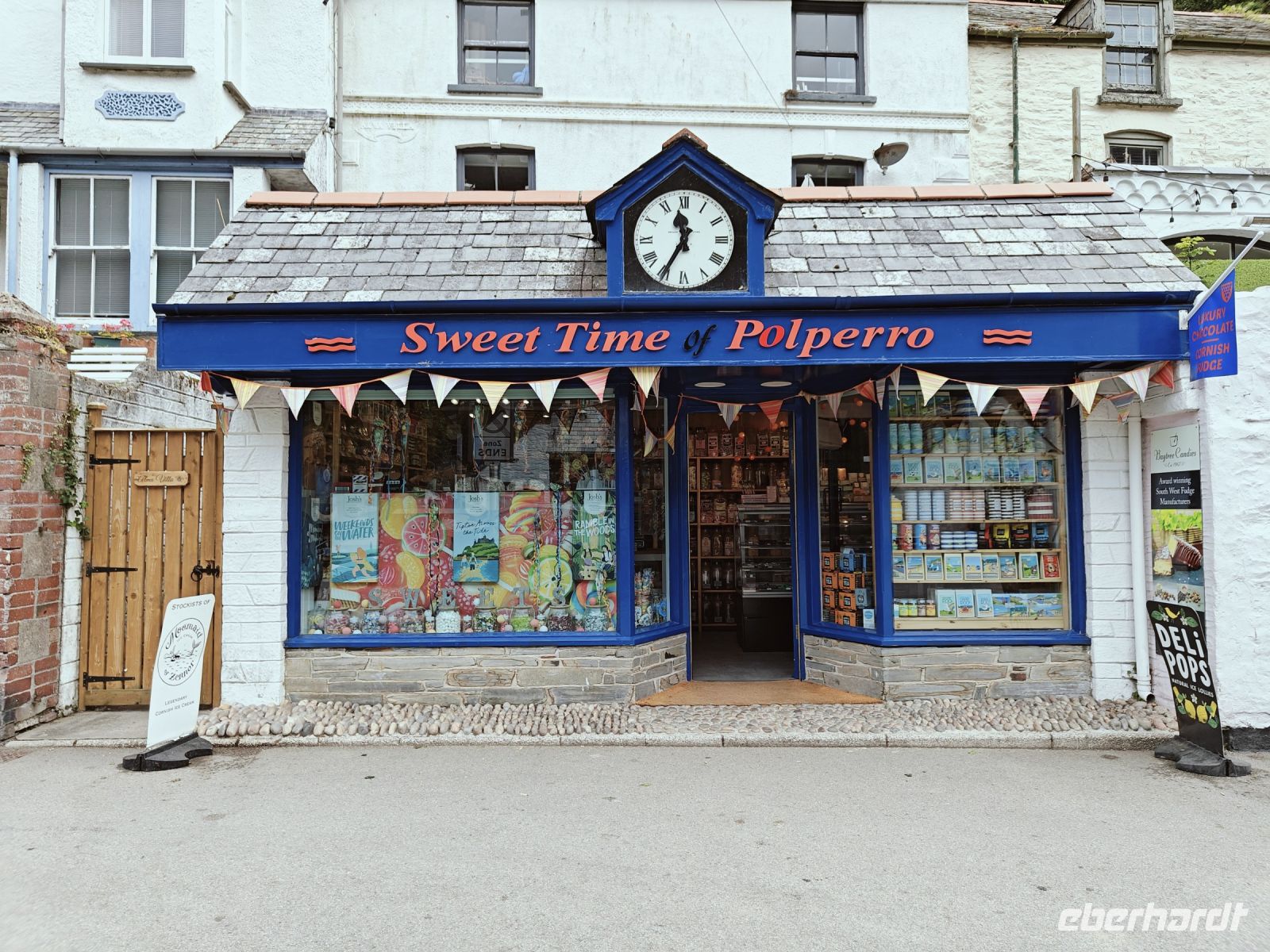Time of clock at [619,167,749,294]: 11:34
